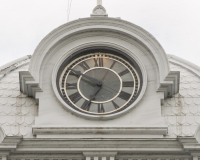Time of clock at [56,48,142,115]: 6:49
